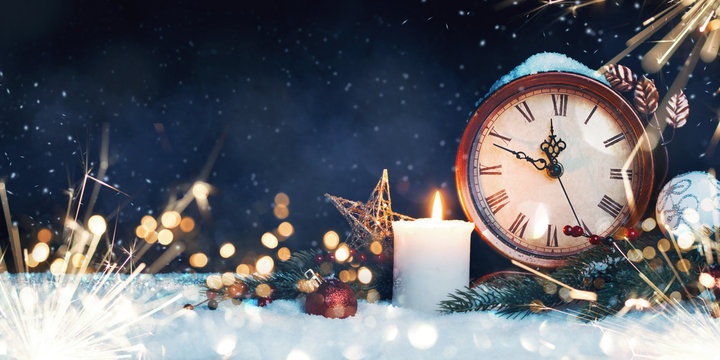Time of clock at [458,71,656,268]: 11:48
